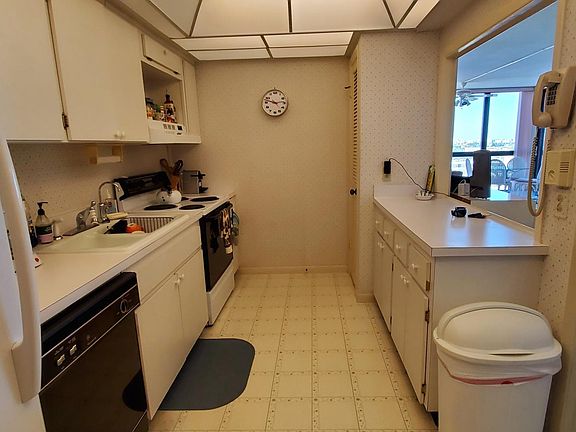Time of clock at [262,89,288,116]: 2:47
